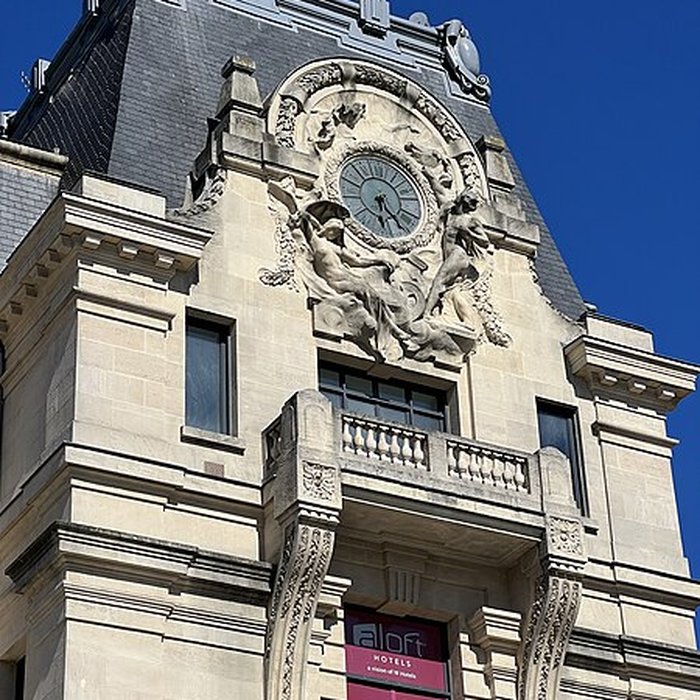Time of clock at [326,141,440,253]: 6:23
